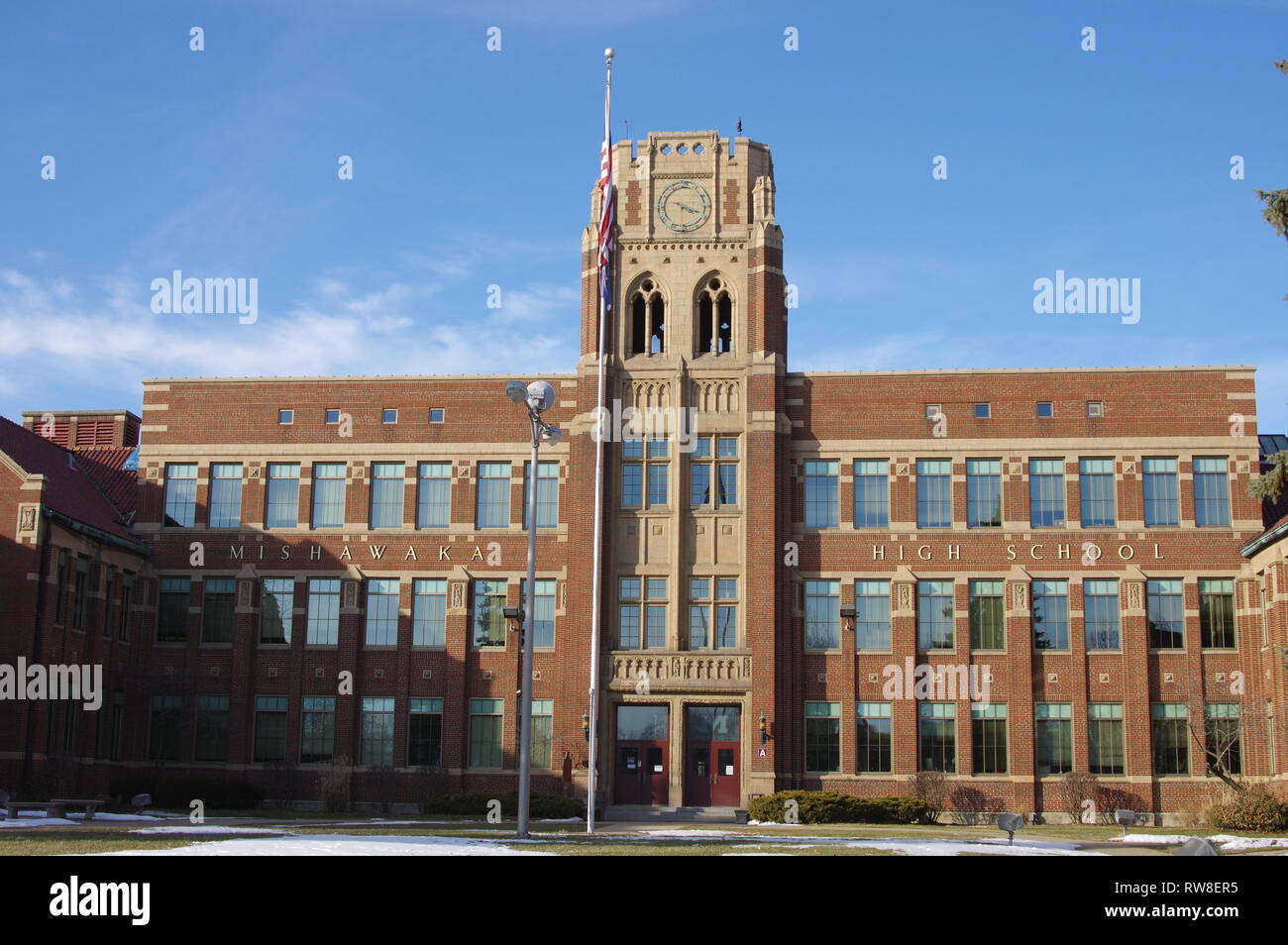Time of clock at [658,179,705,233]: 4:18
